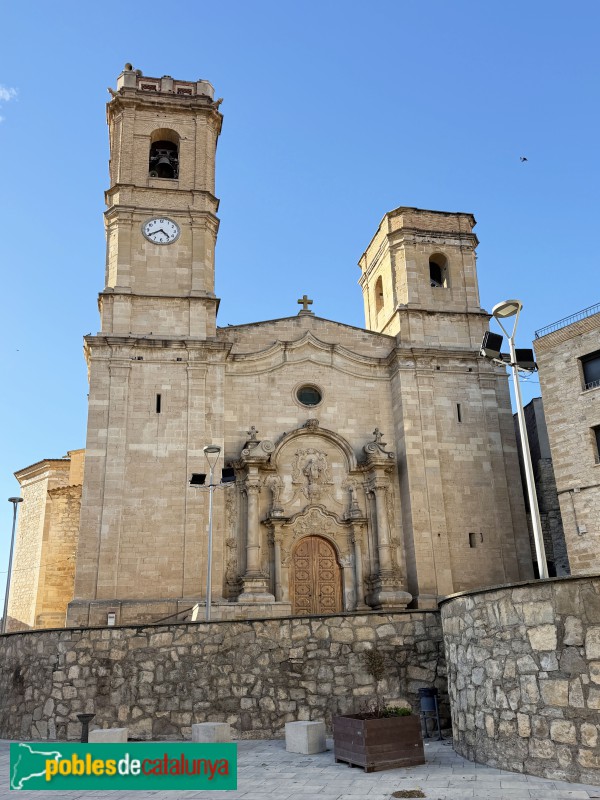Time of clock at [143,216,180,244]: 4:40
